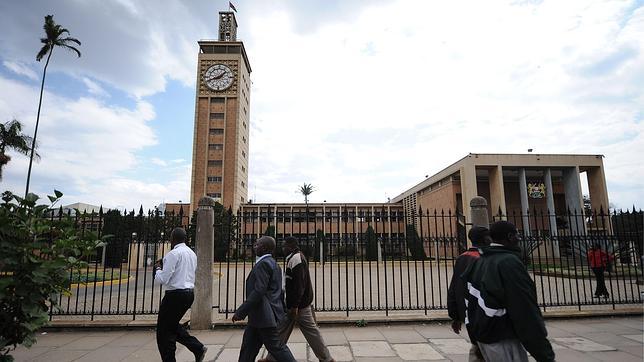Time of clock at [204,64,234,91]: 1:41
